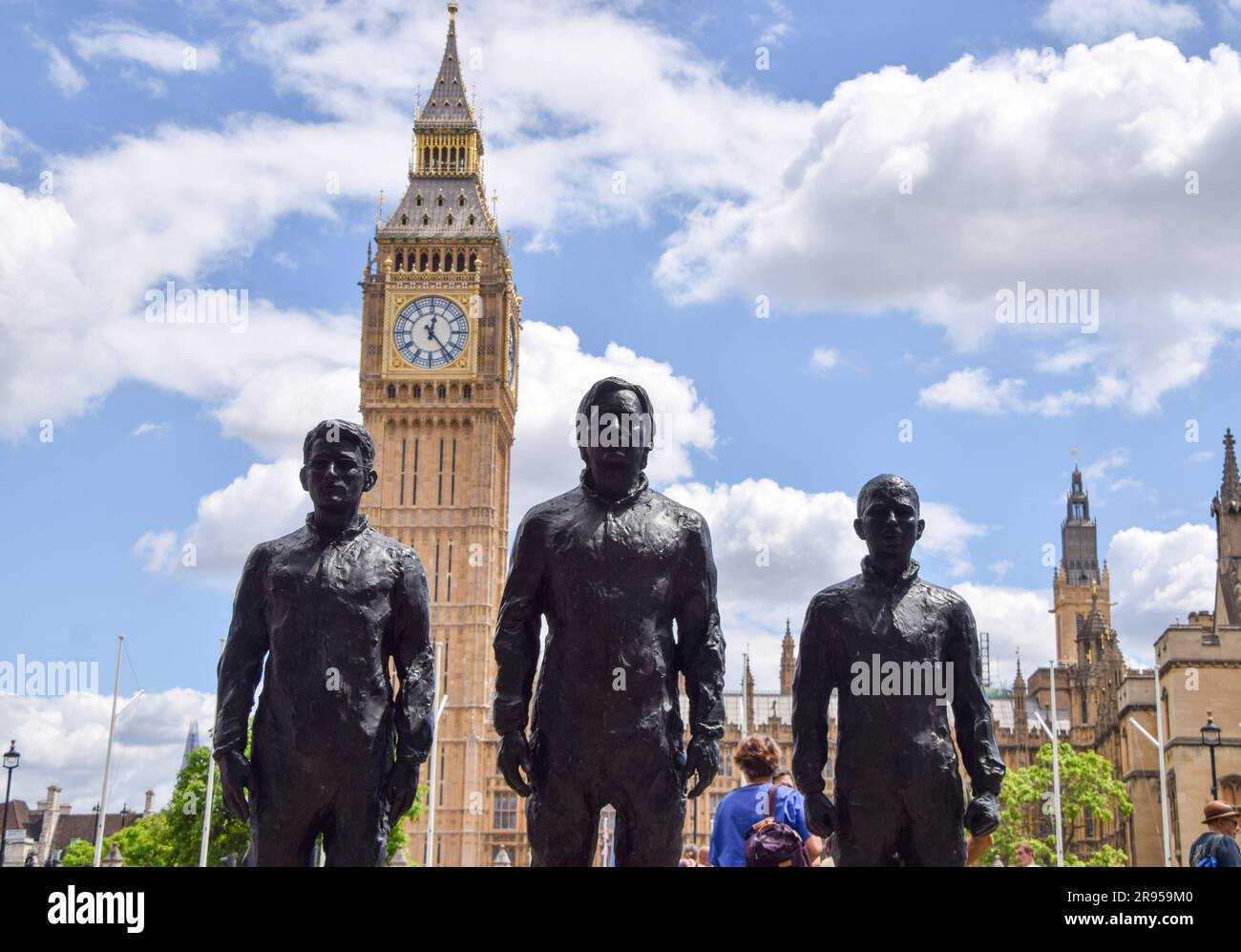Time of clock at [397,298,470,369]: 12:23
